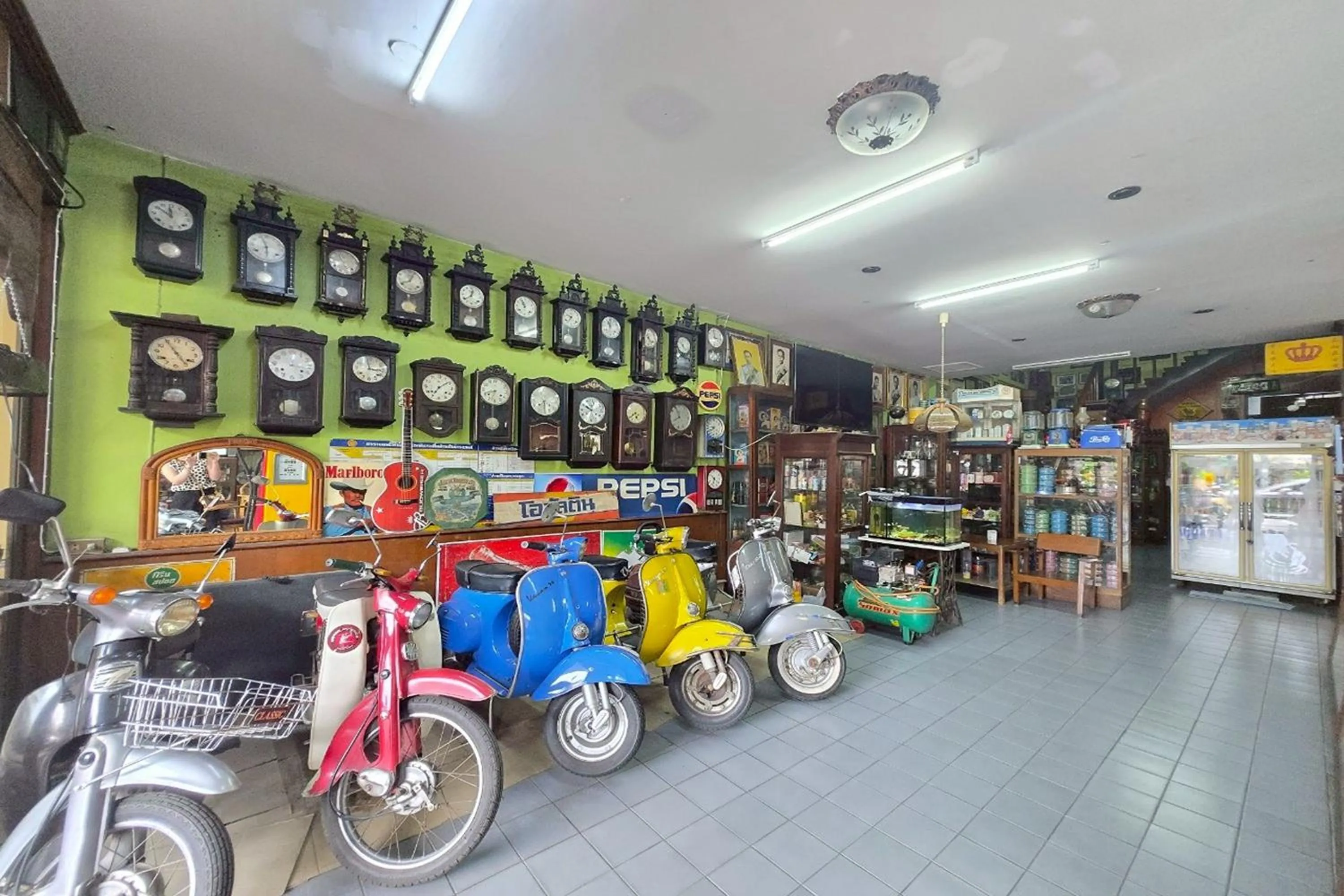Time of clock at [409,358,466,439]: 7:08
